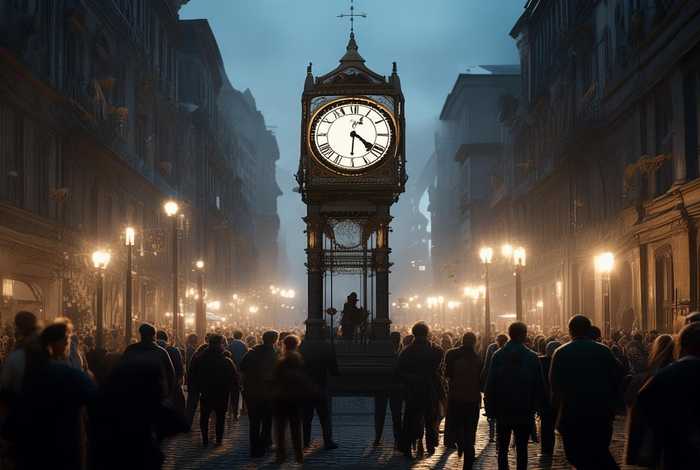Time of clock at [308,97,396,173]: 4:20
